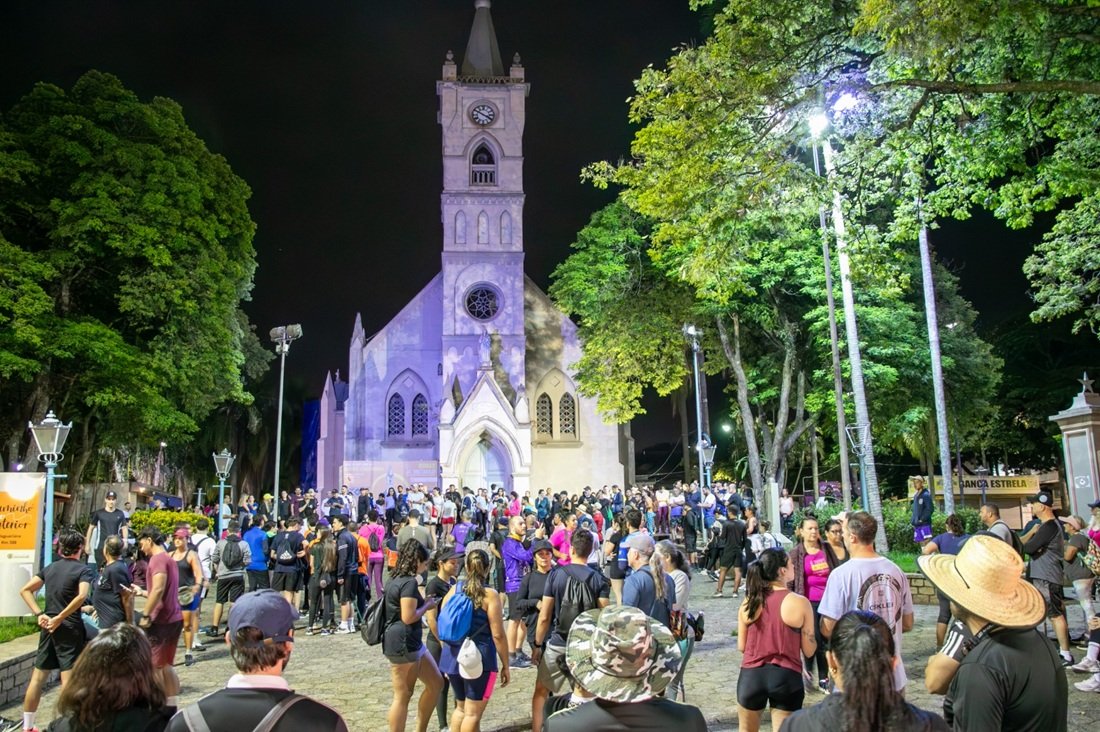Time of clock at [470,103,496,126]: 3:50
